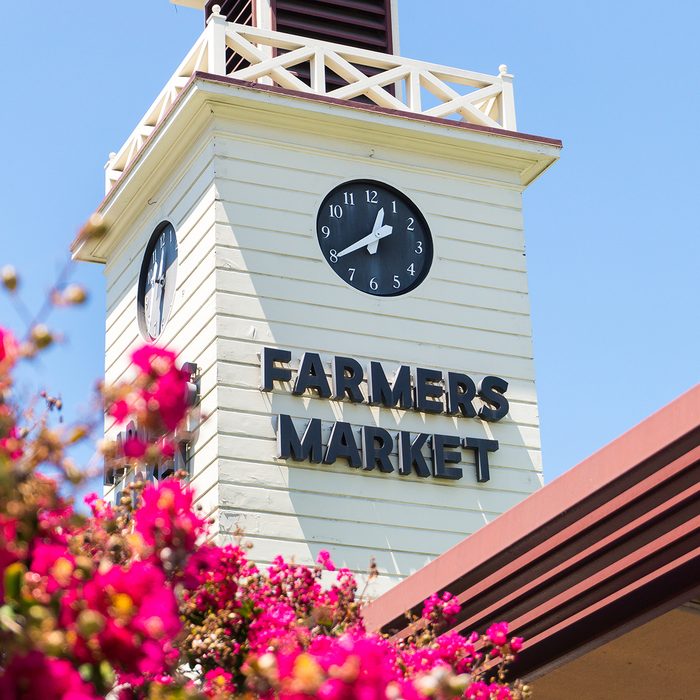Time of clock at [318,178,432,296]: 12:39
